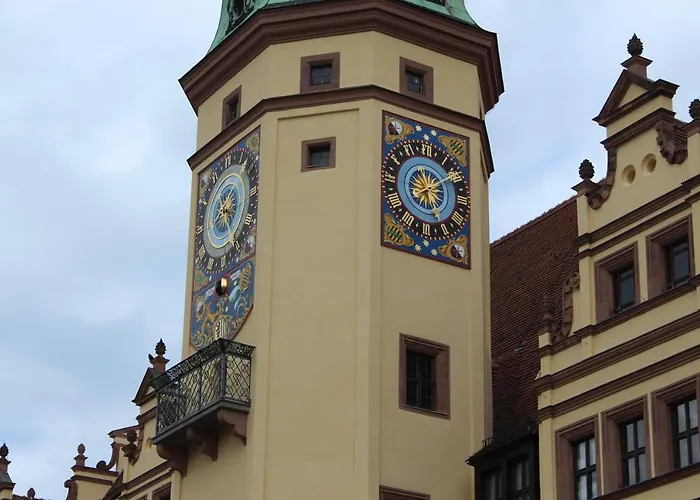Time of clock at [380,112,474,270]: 5:09
